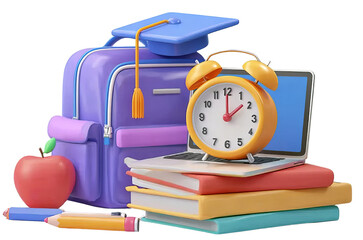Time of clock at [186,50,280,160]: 1:59
